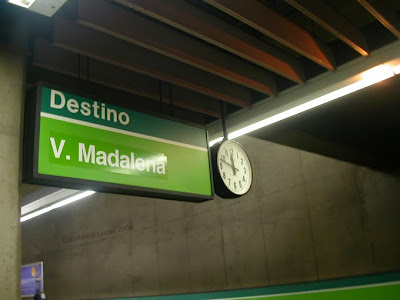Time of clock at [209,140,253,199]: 11:48
